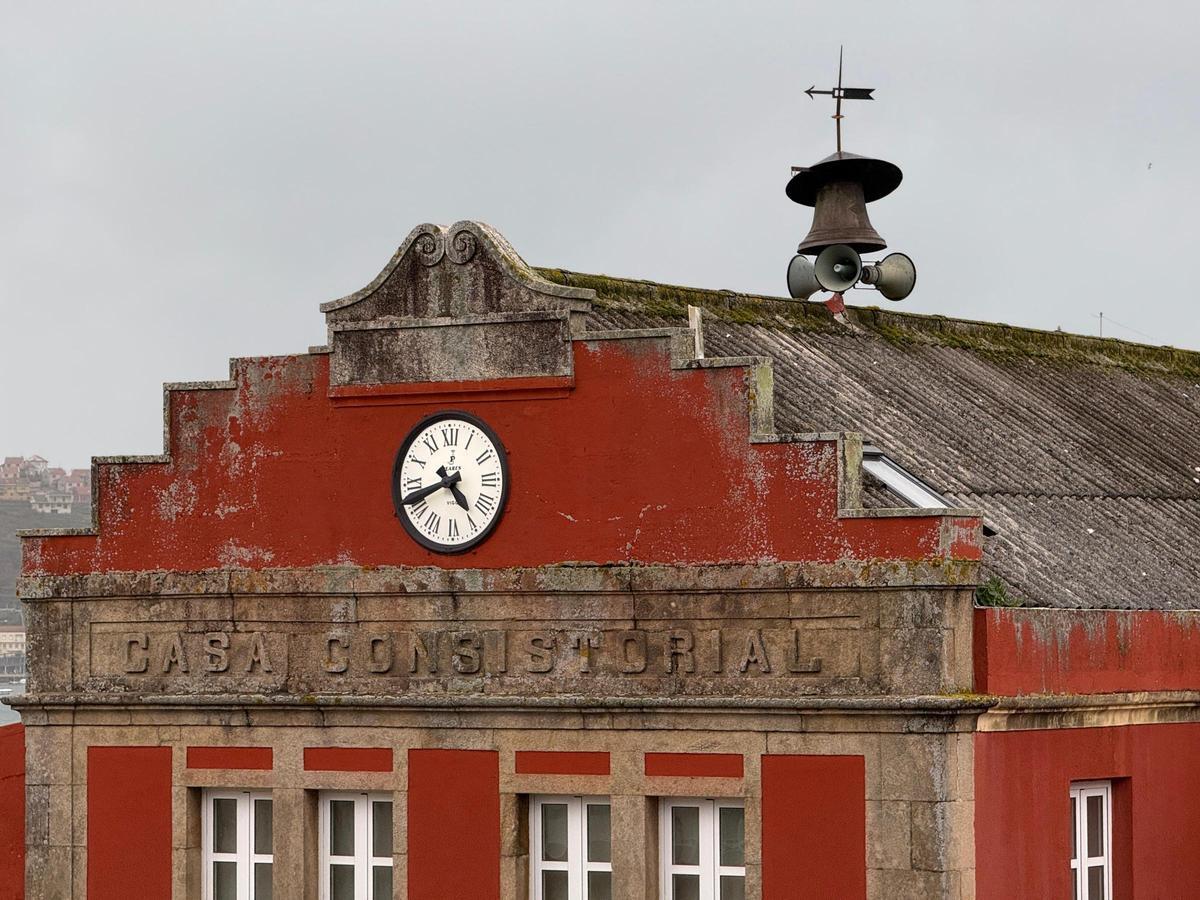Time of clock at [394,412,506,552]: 4:41
